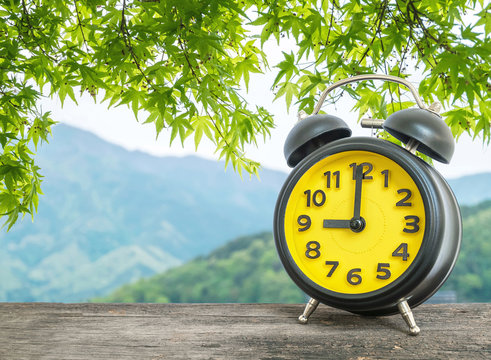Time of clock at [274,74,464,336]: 9:00
